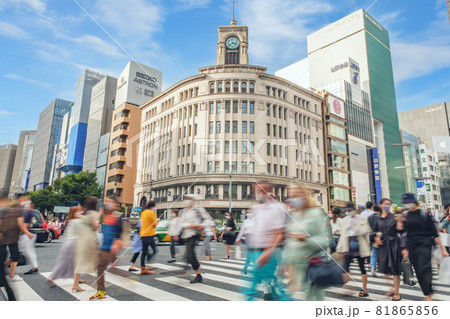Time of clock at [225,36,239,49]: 3:38
